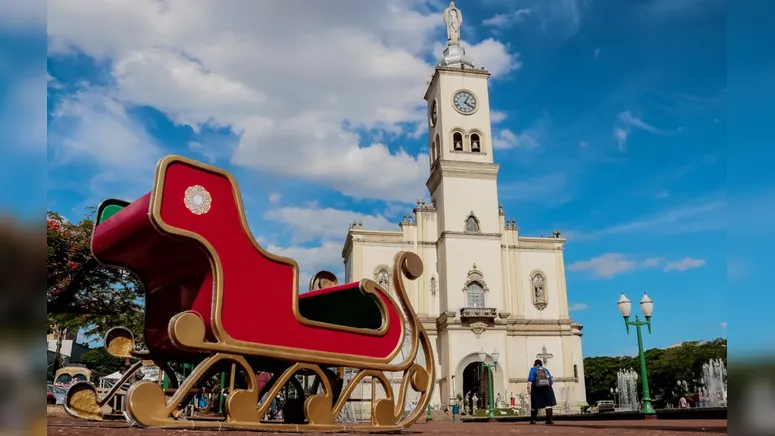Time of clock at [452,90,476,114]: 4:04
